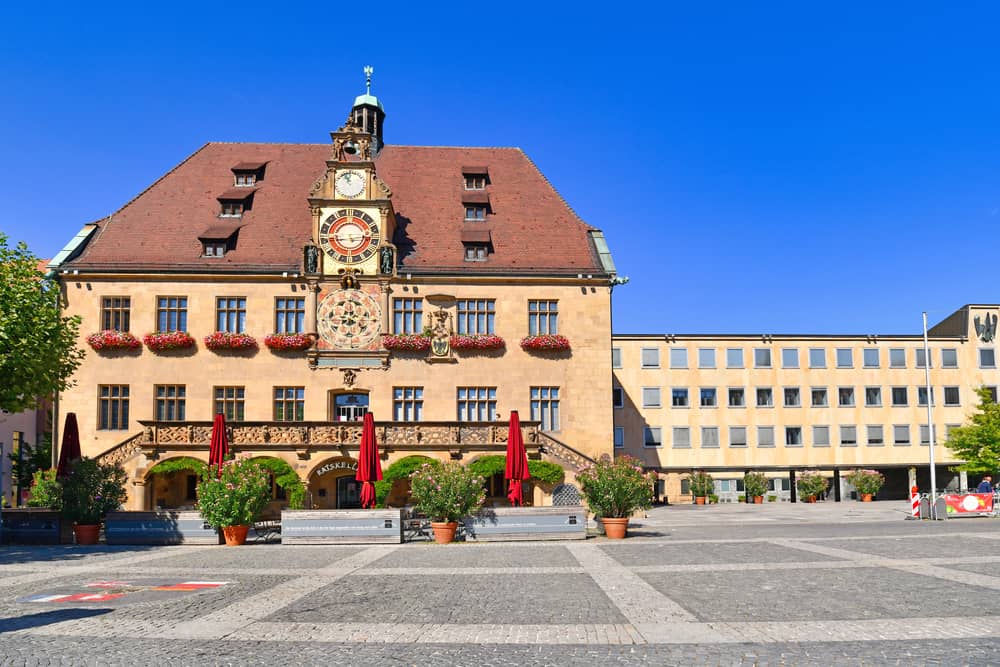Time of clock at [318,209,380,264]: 2:44
